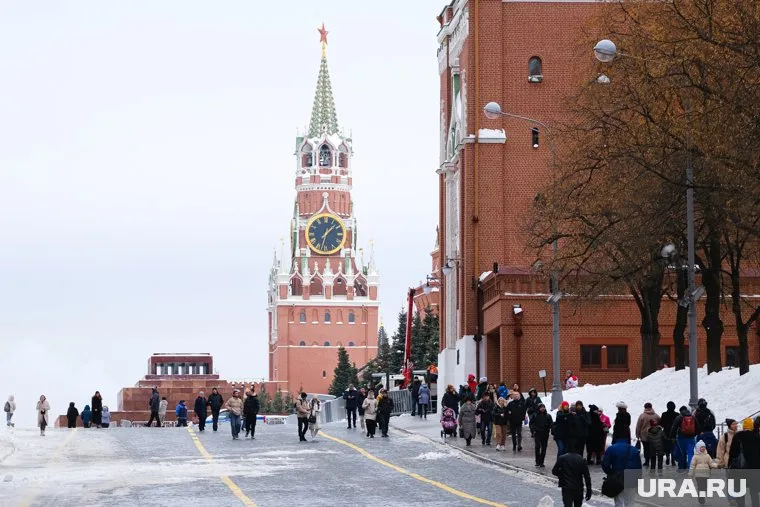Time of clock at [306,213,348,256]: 1:32
